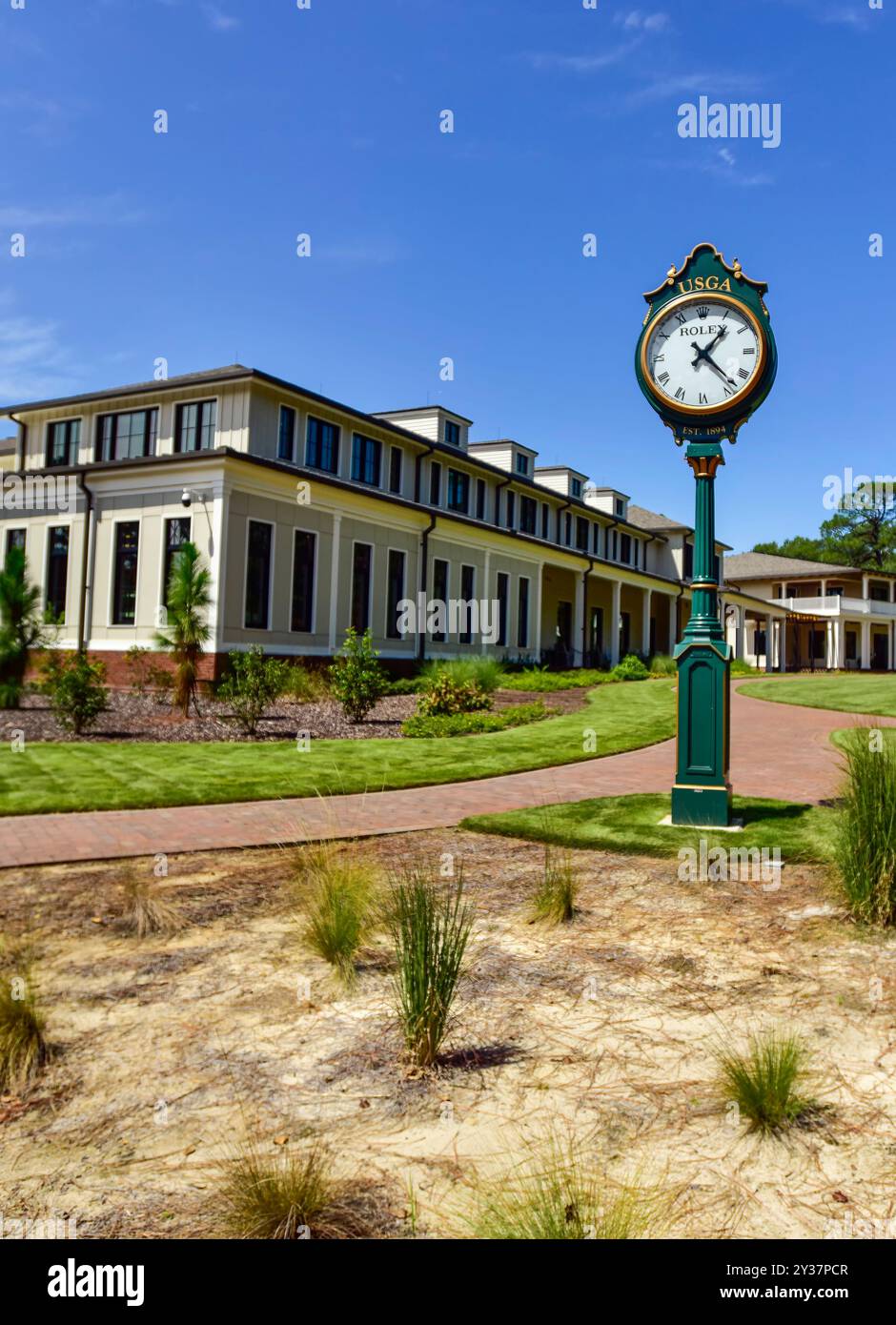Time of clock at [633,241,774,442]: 1:22
